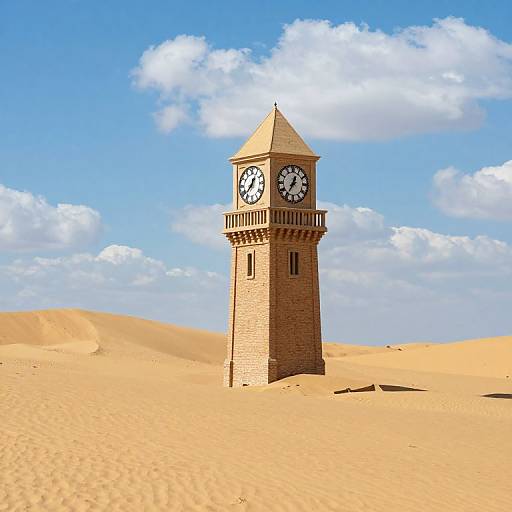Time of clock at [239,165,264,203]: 12:37
